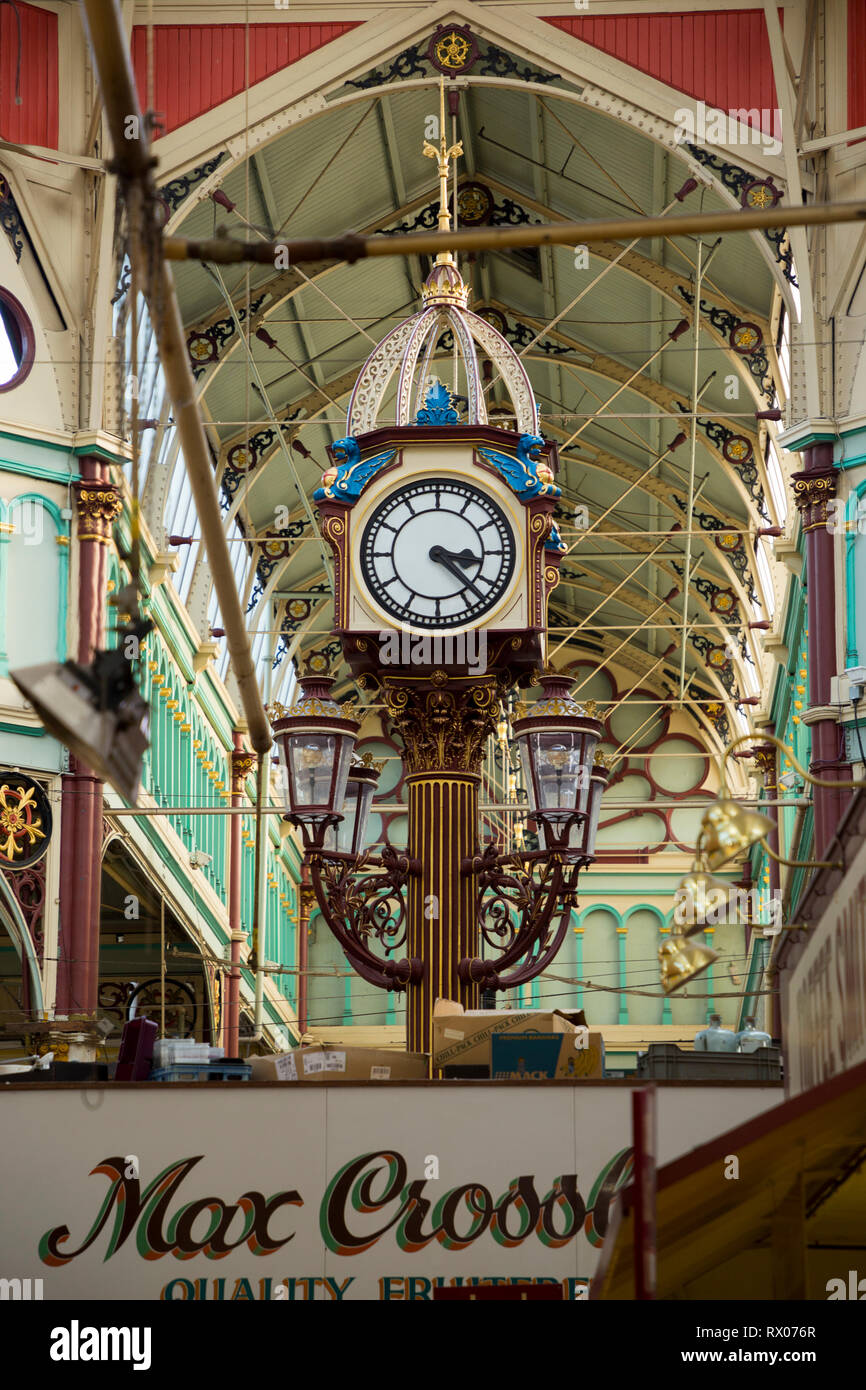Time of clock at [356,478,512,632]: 3:22
